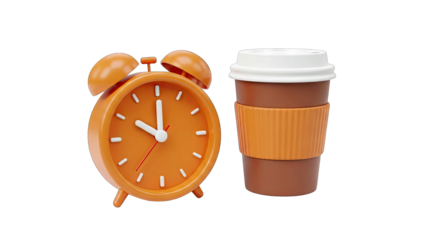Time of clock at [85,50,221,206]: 10:00
